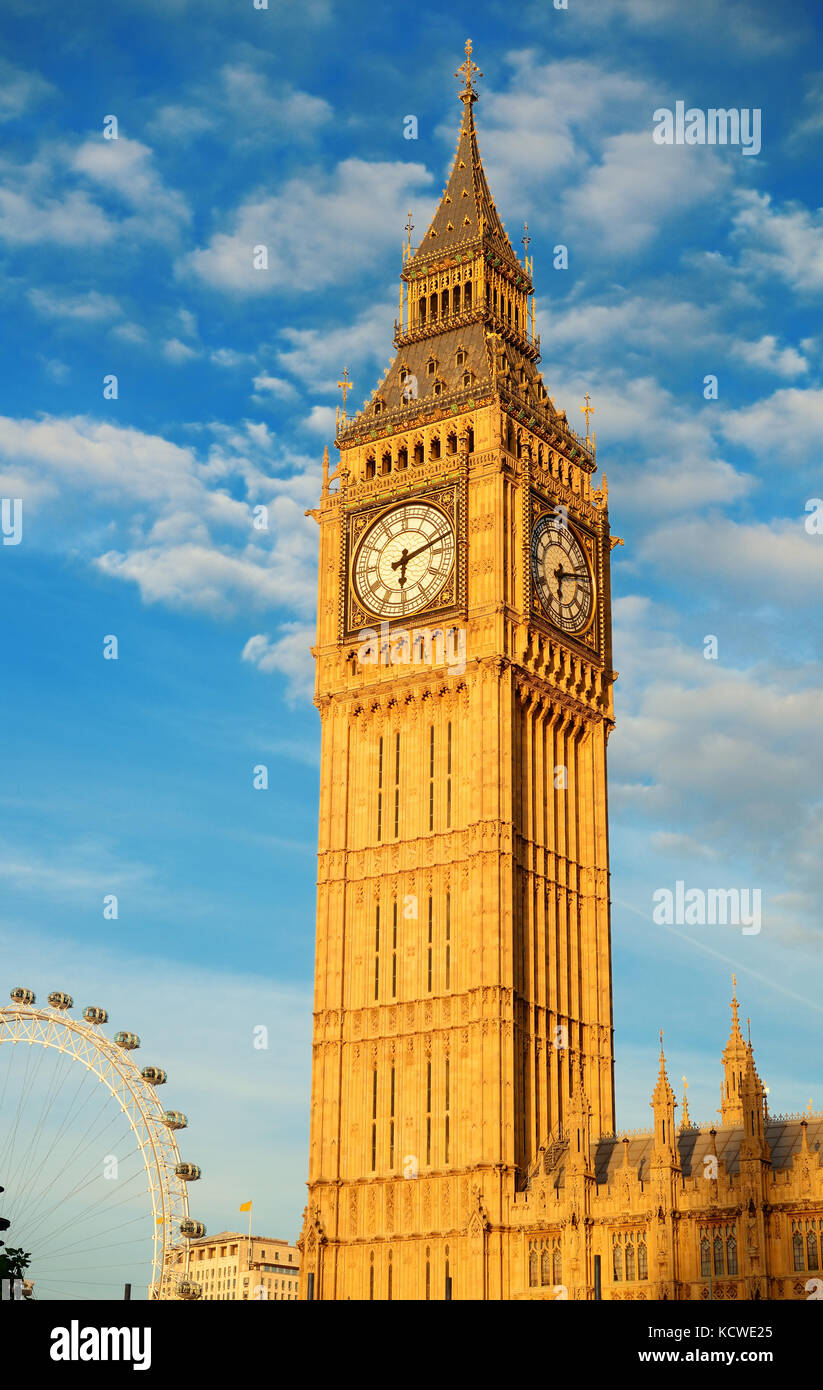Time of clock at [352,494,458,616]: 6:12
